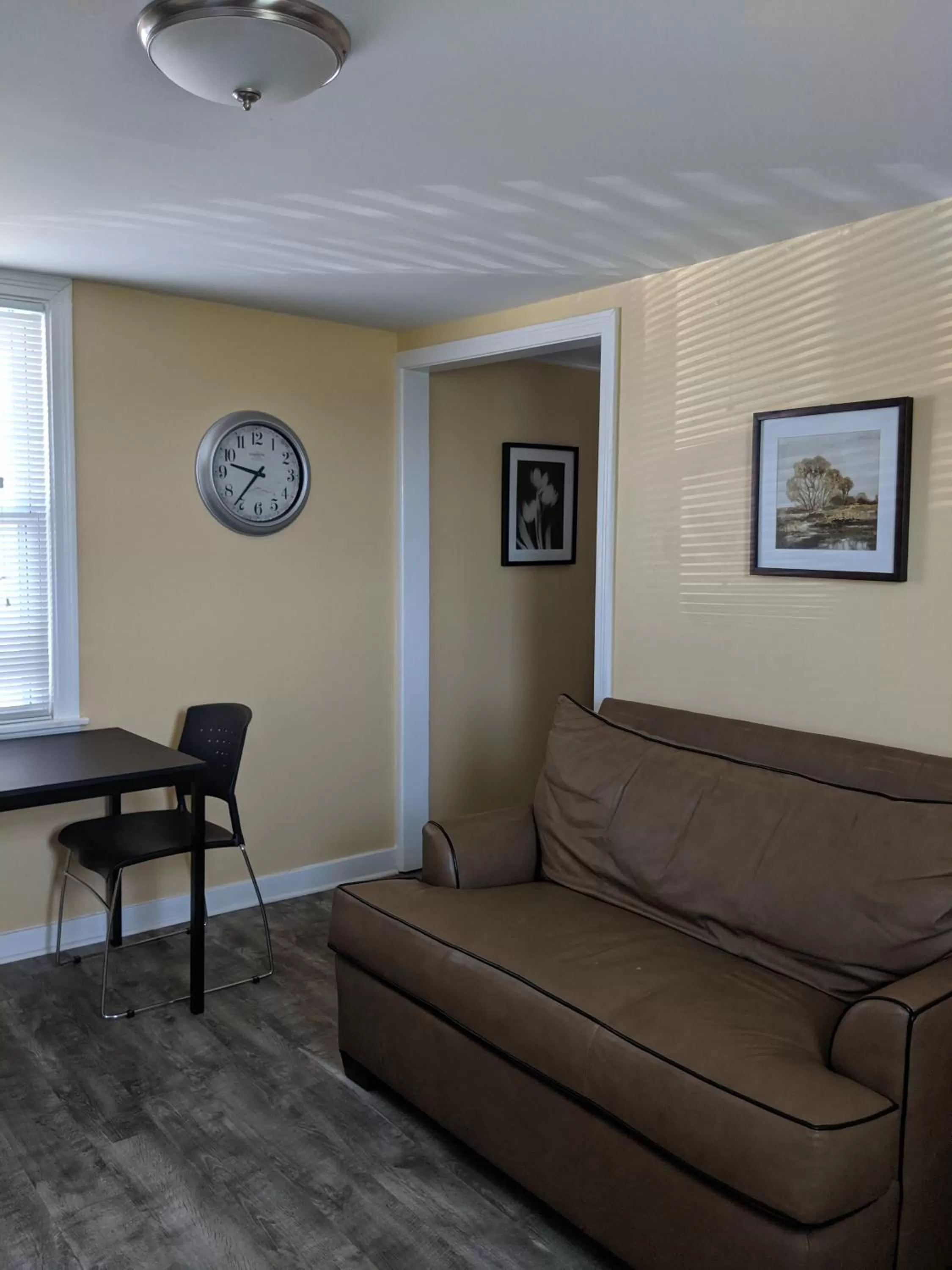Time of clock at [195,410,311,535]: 9:36
